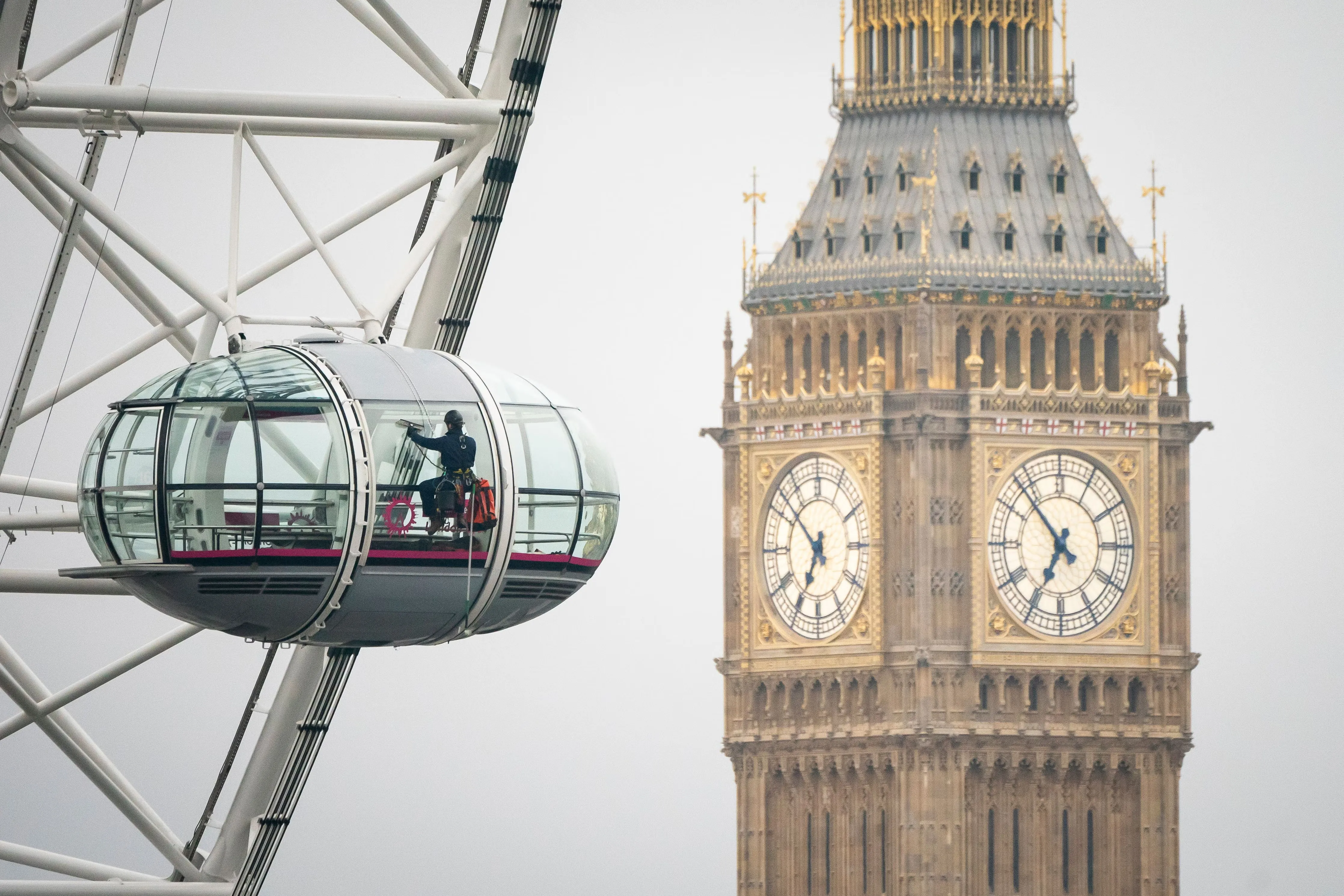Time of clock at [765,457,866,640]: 6:52
